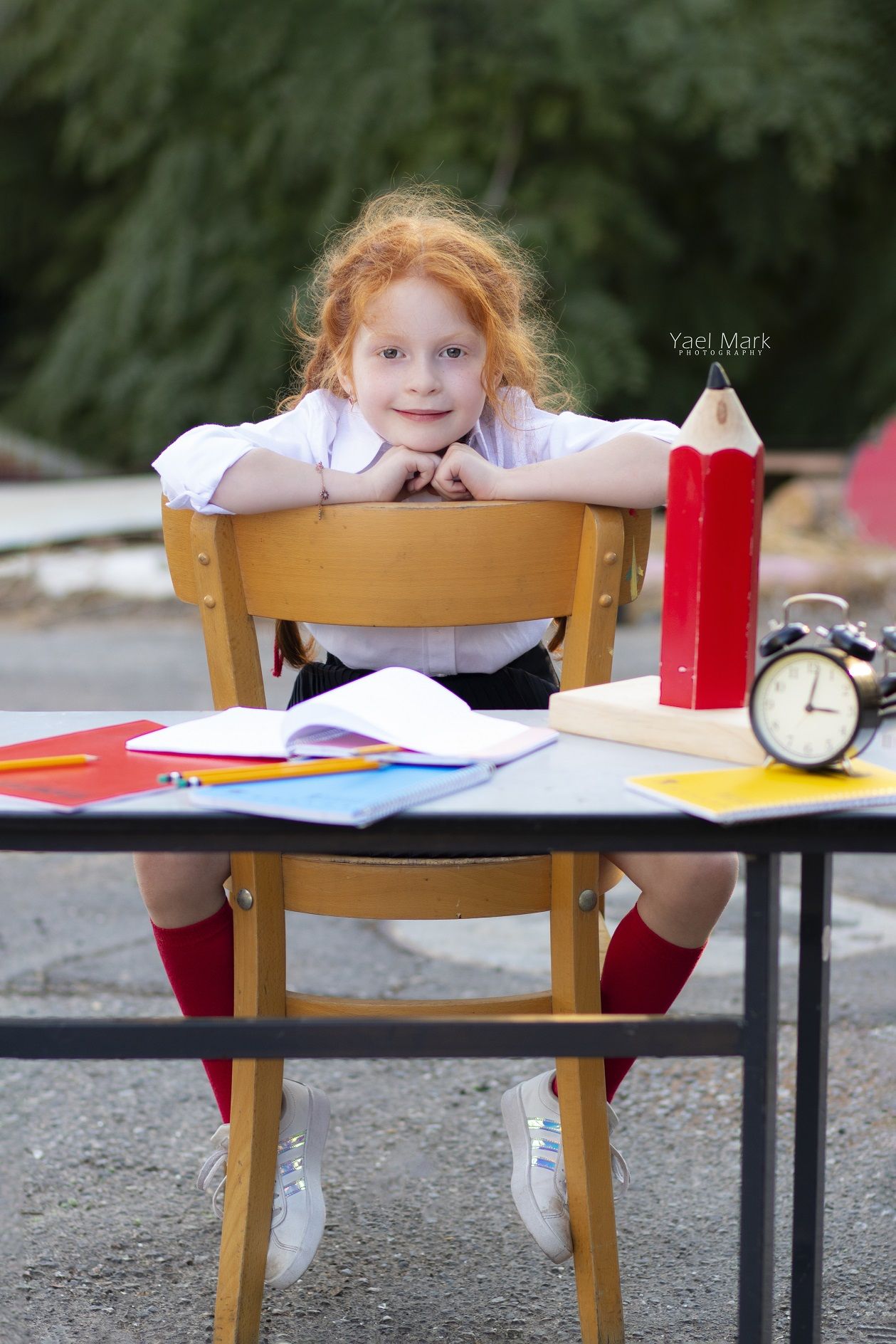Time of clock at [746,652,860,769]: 3:01
